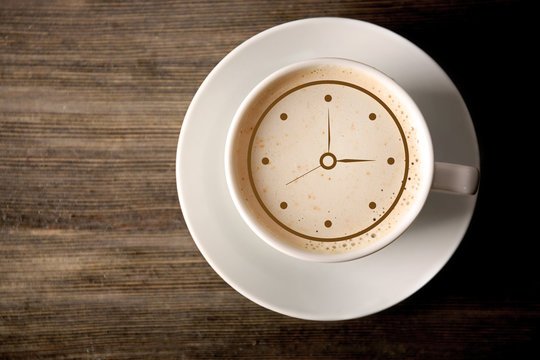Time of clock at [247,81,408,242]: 2:59
